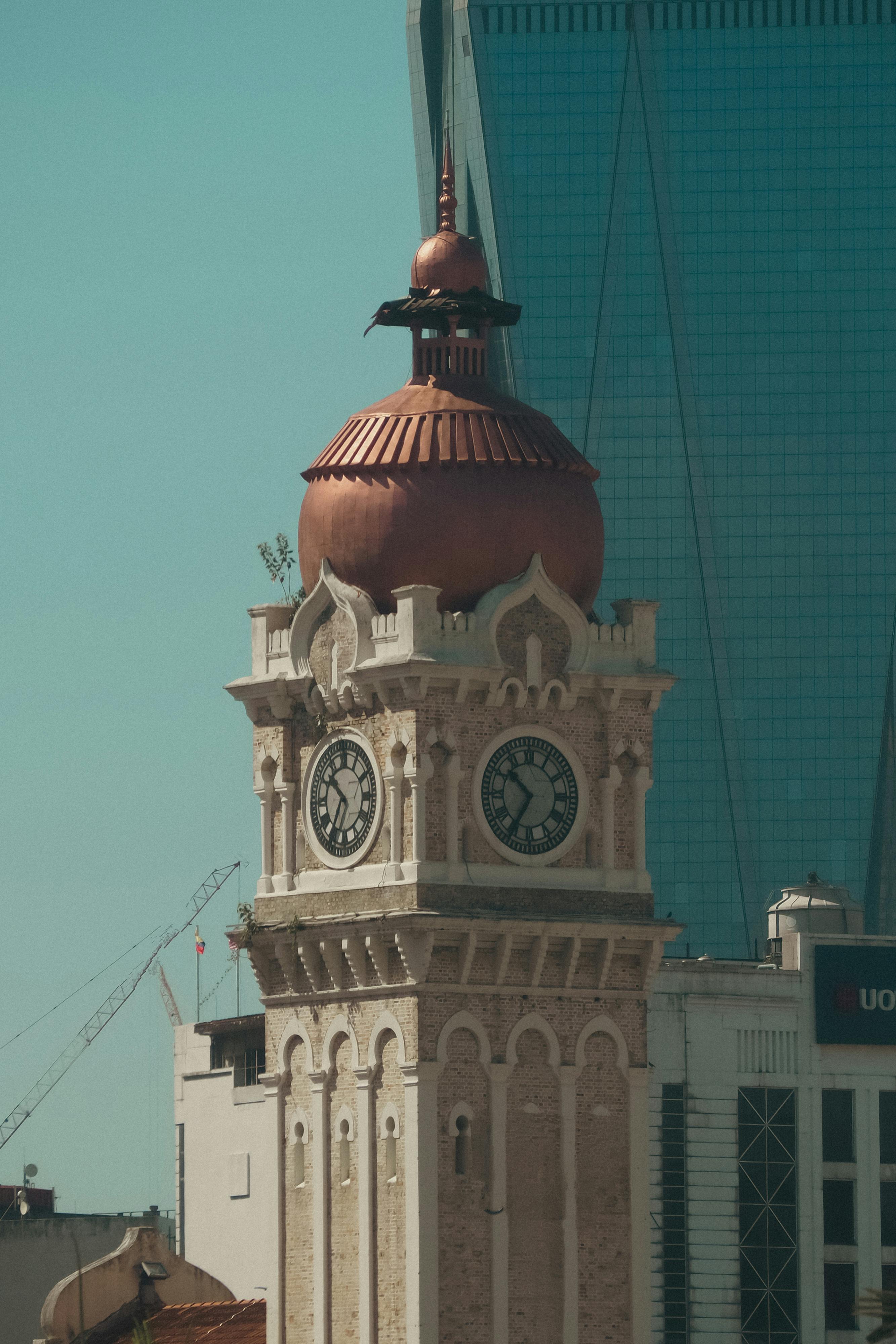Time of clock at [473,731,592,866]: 10:35
